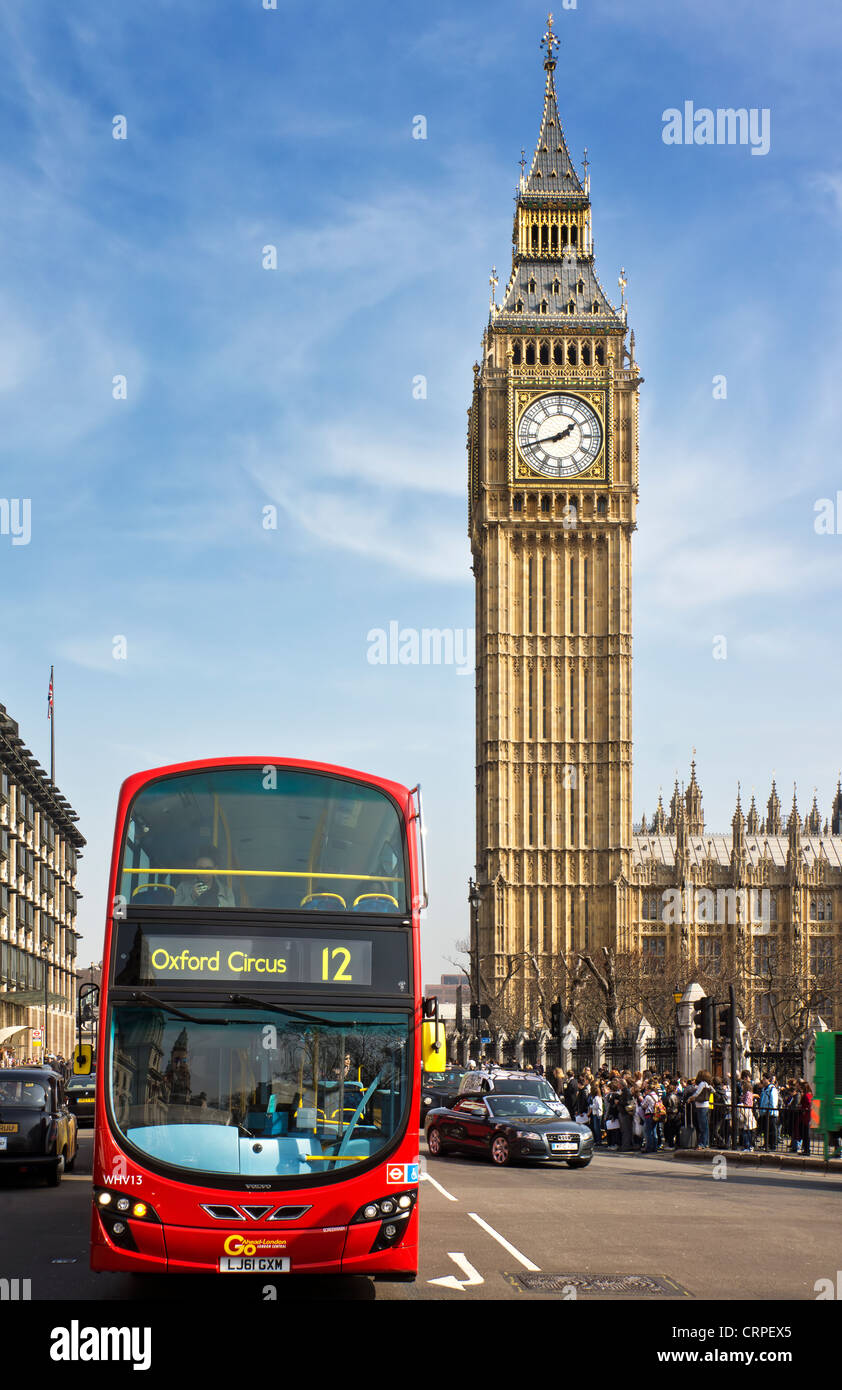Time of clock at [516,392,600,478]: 1:42
